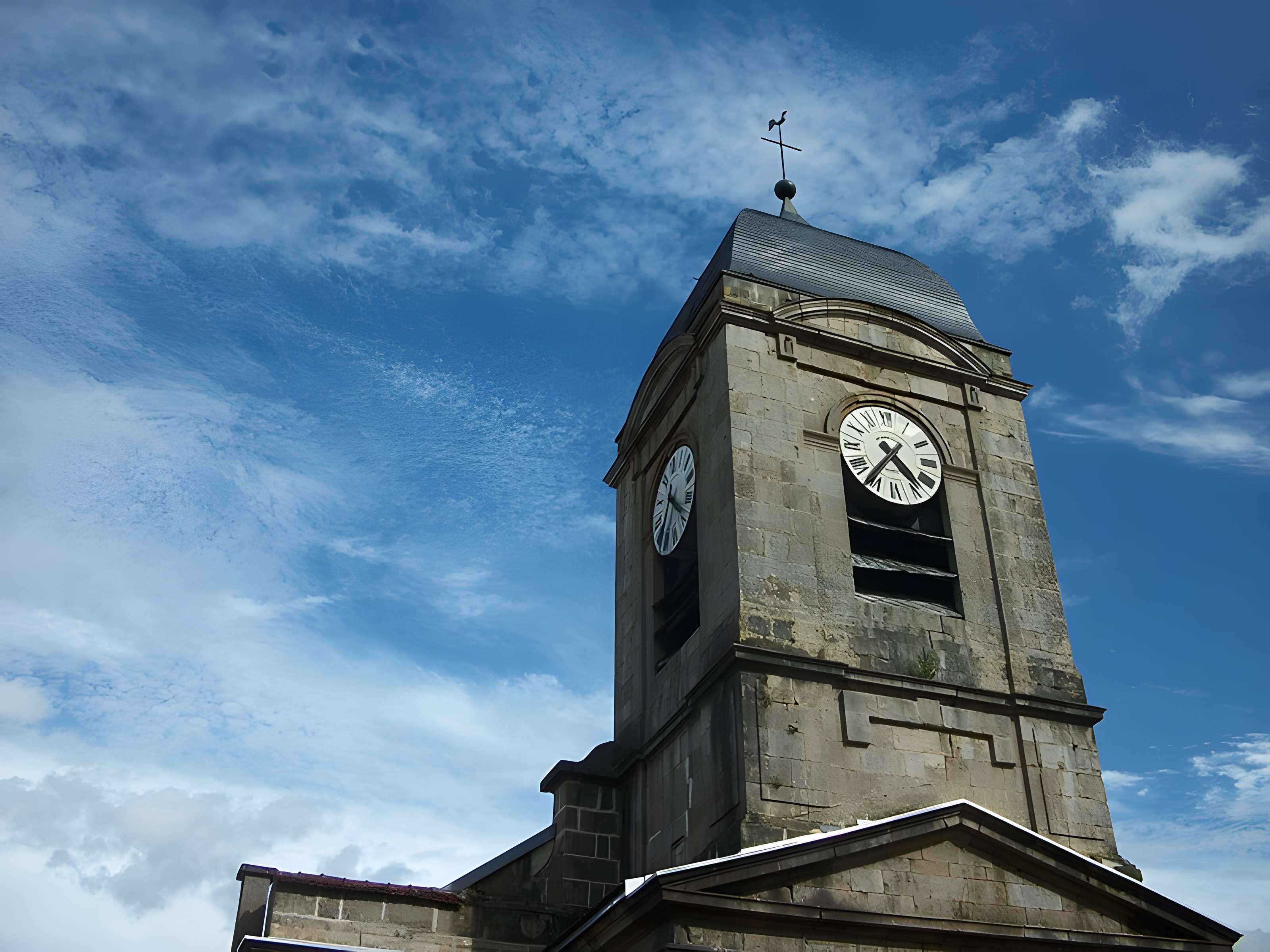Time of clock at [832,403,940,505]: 4:36
